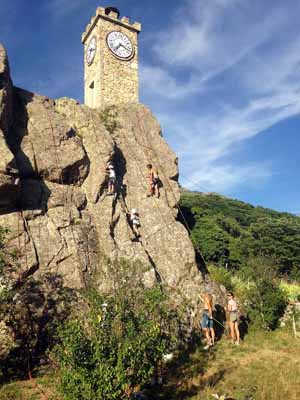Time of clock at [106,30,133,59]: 7:18
